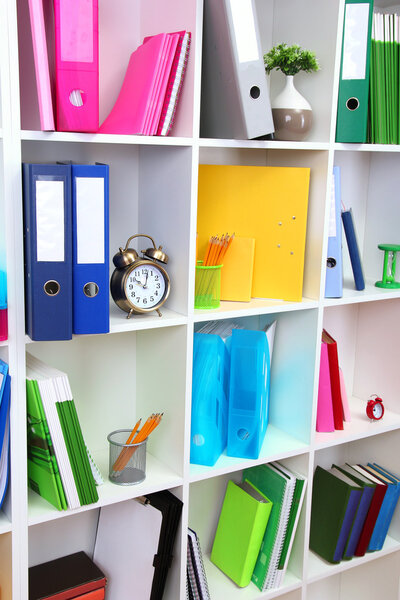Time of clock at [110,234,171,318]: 10:02
